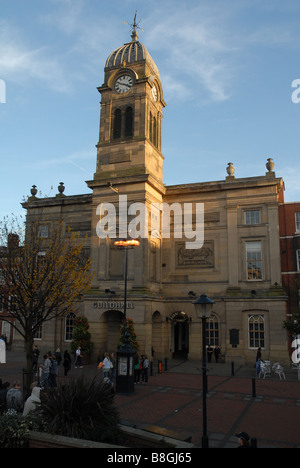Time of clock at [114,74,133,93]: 3:48
